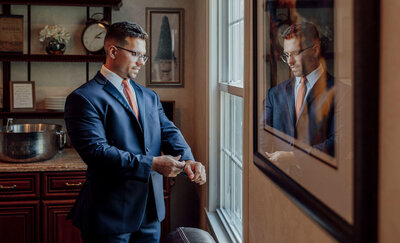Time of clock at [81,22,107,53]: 3:09
